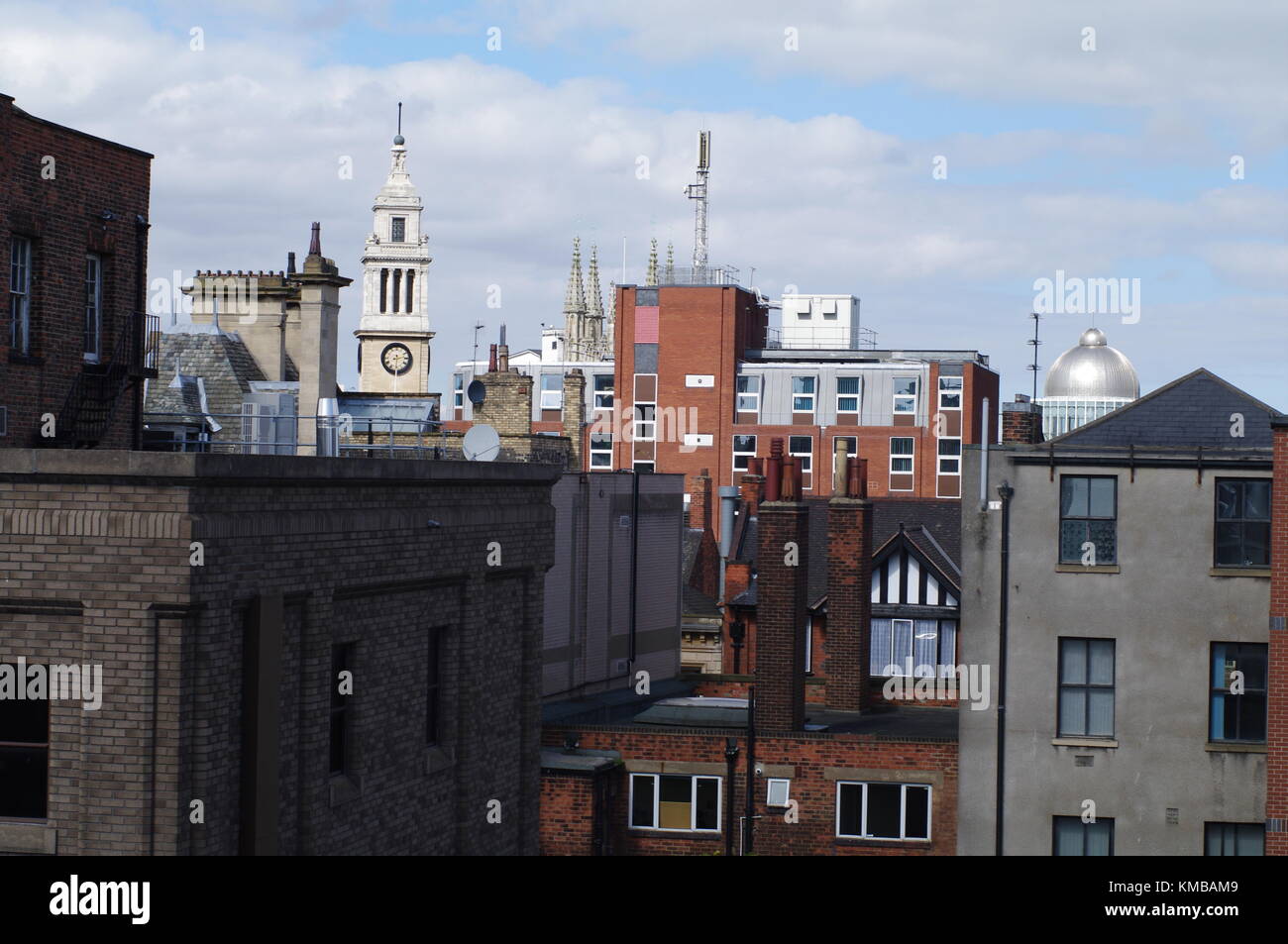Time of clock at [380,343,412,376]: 2:29
